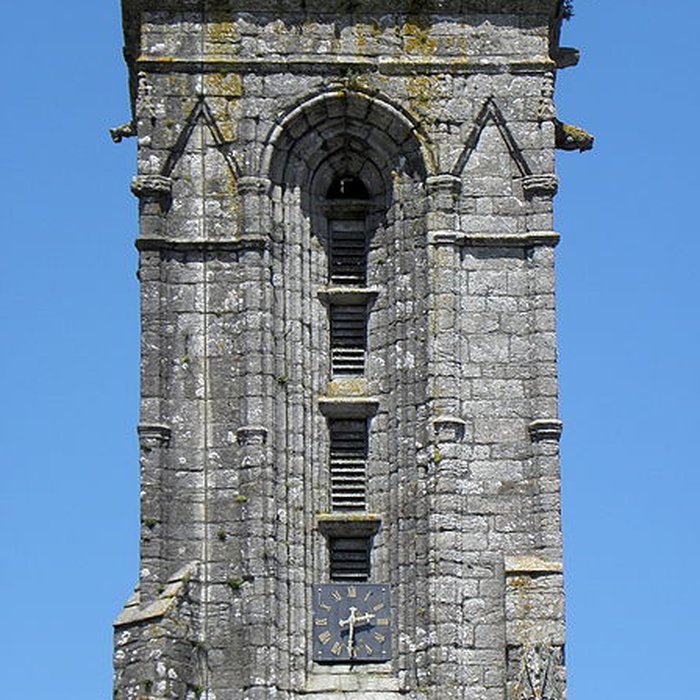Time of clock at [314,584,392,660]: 2:30
